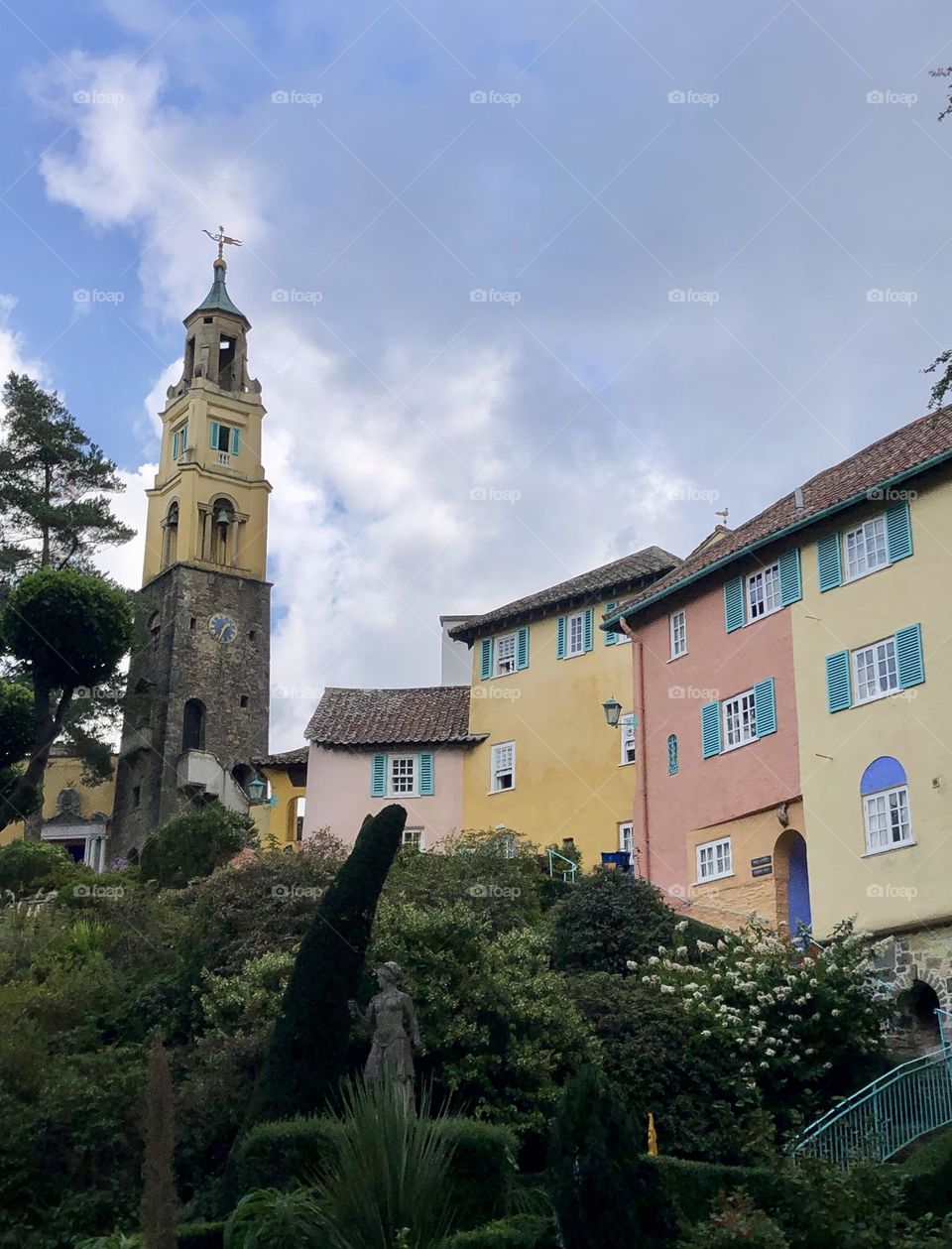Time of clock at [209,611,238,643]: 1:34
